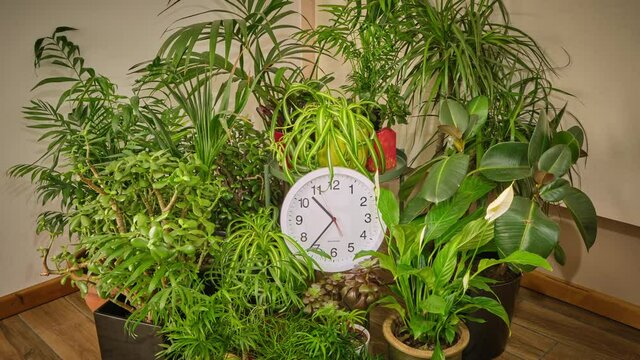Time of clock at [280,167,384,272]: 10:36
